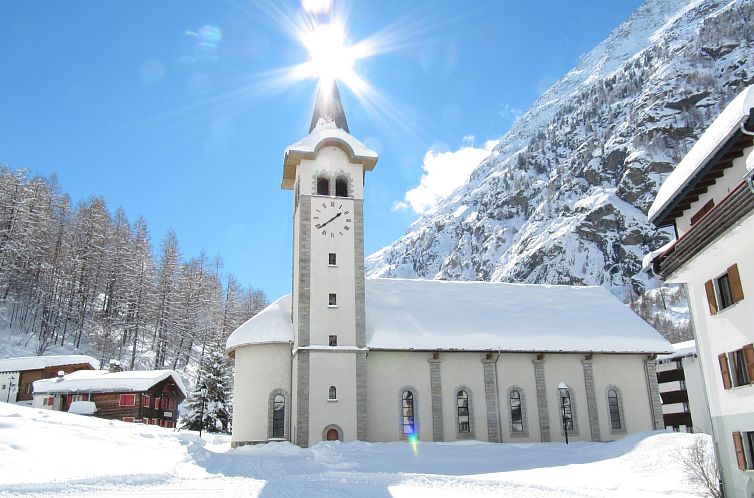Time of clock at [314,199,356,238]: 1:39
